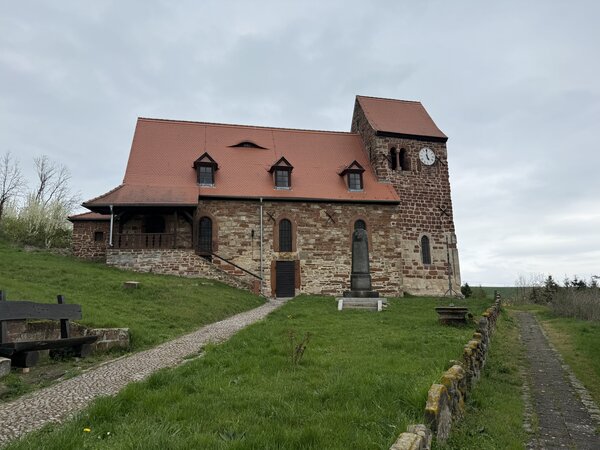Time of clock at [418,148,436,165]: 4:59
